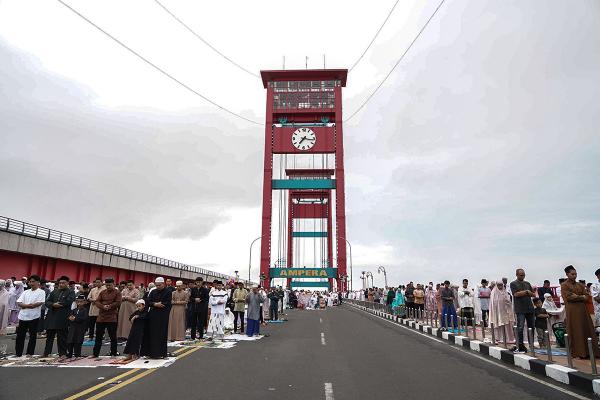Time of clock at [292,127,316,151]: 7:16
